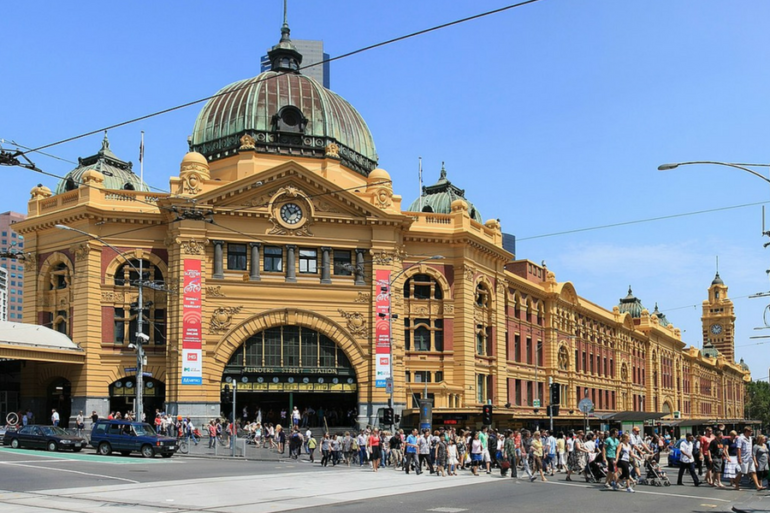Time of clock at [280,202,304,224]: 1:54
